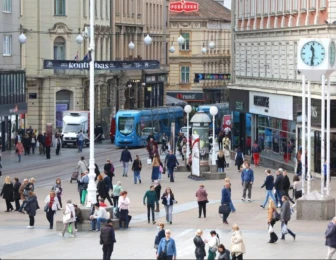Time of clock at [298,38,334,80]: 11:31
